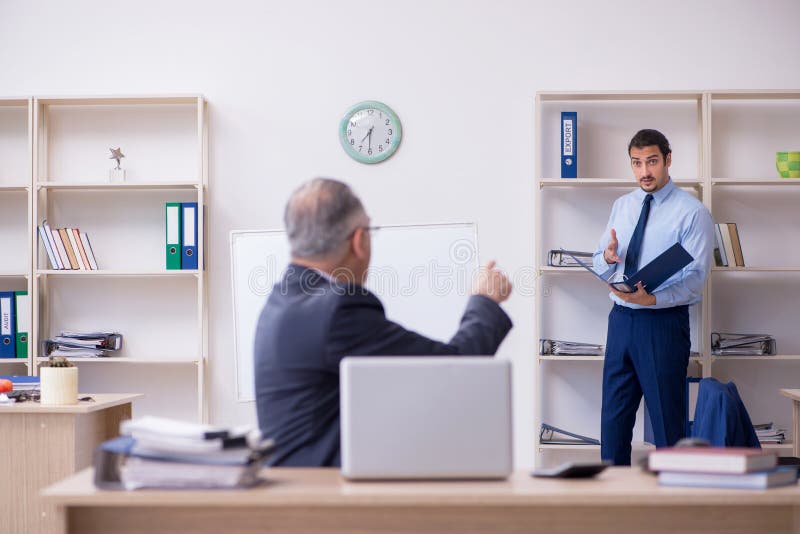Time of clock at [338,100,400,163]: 7:30
